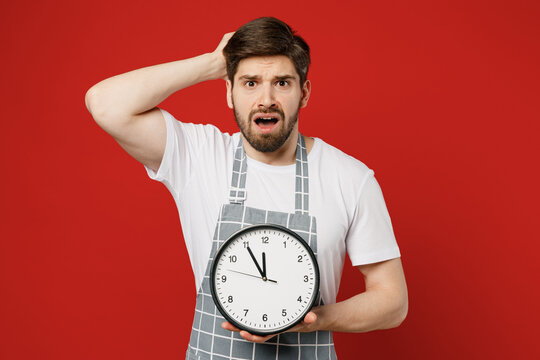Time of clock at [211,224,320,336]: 11:54
